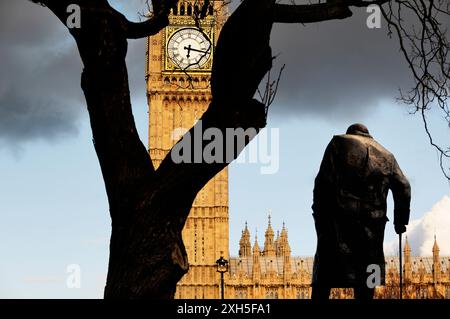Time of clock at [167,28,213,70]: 6:17
